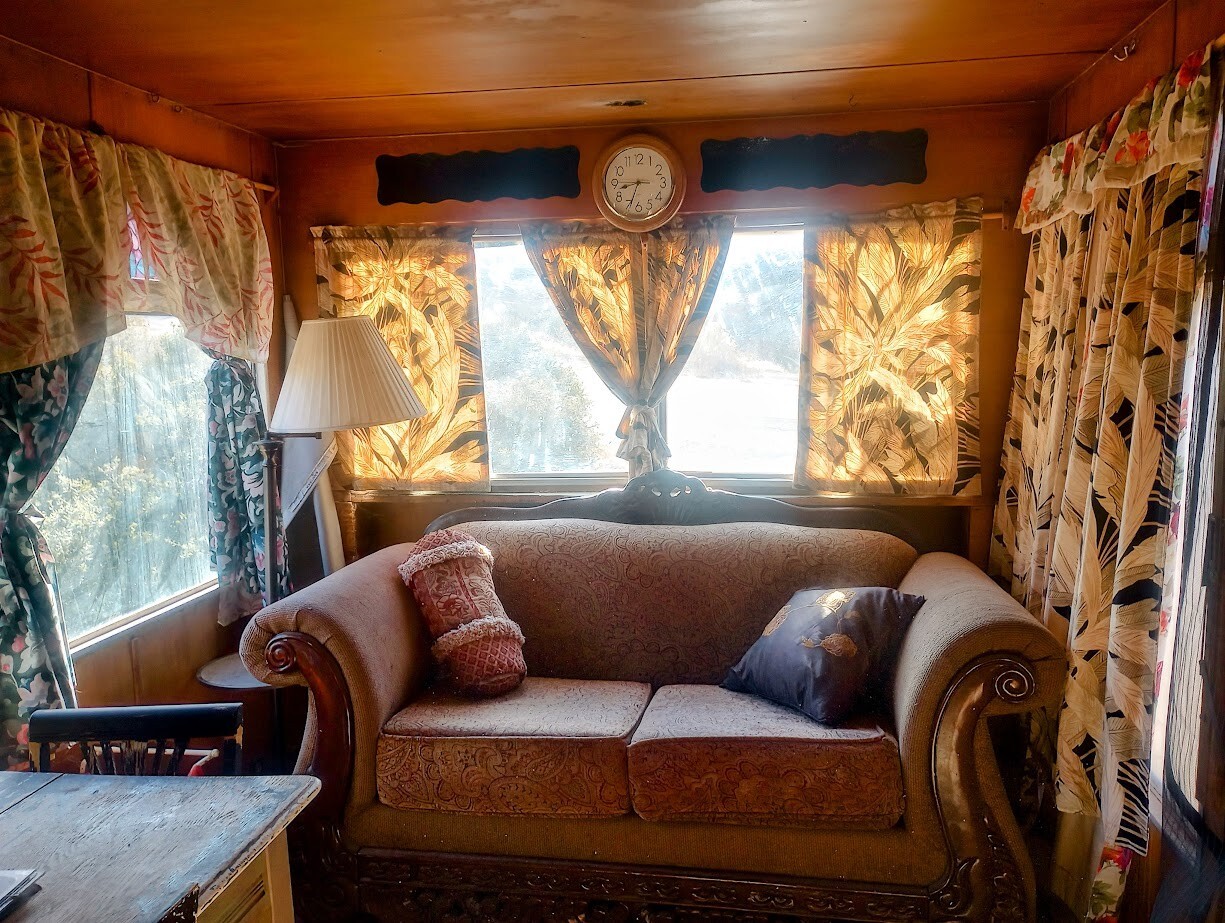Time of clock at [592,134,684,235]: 8:33
